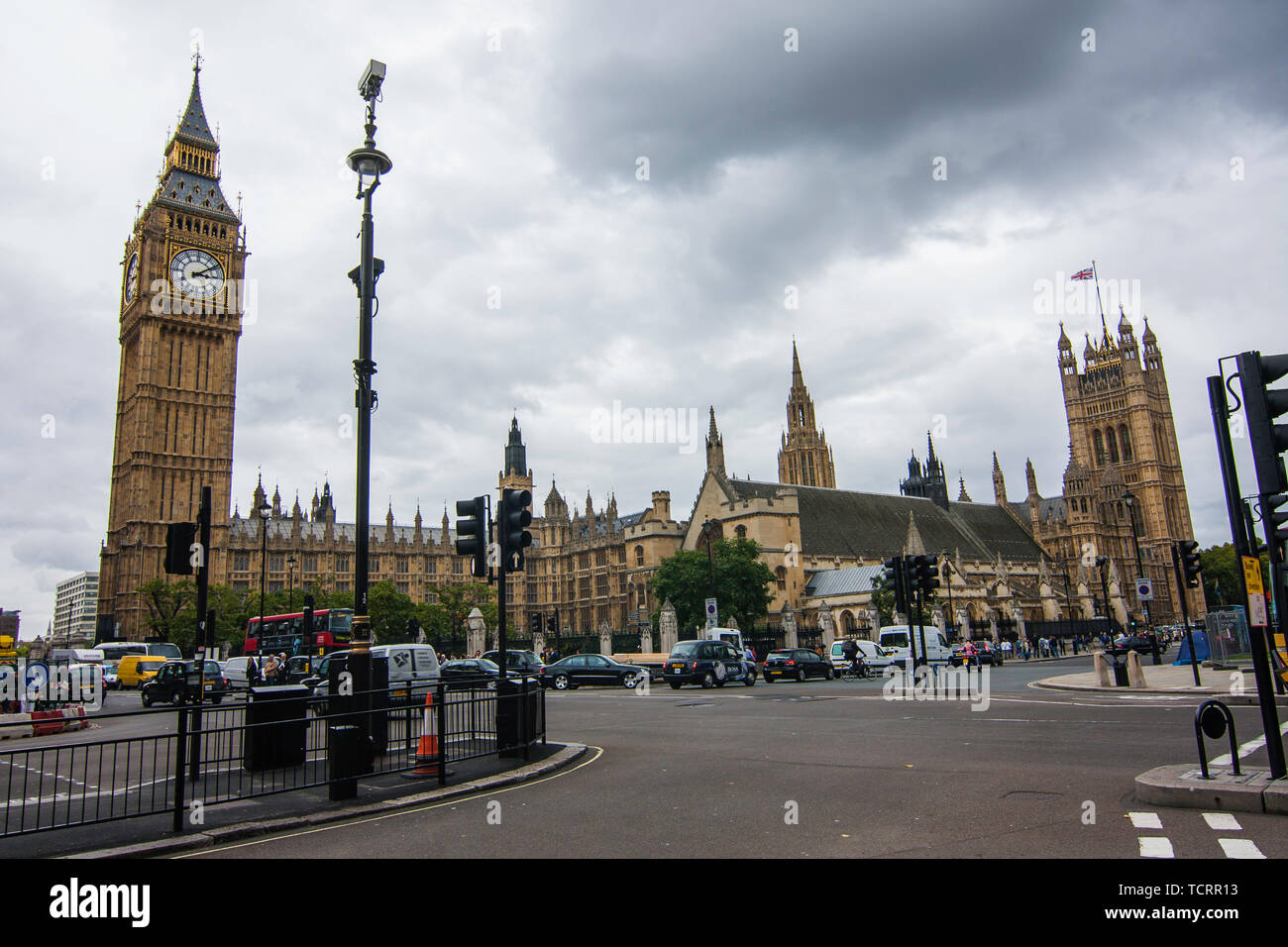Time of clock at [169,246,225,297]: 3:09
